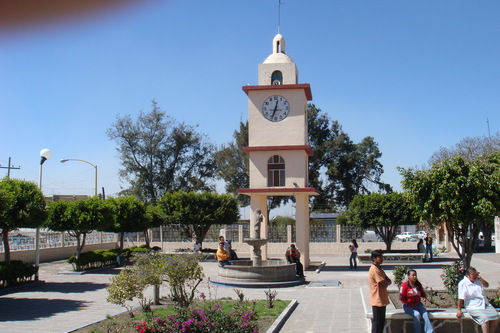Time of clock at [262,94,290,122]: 12:33
